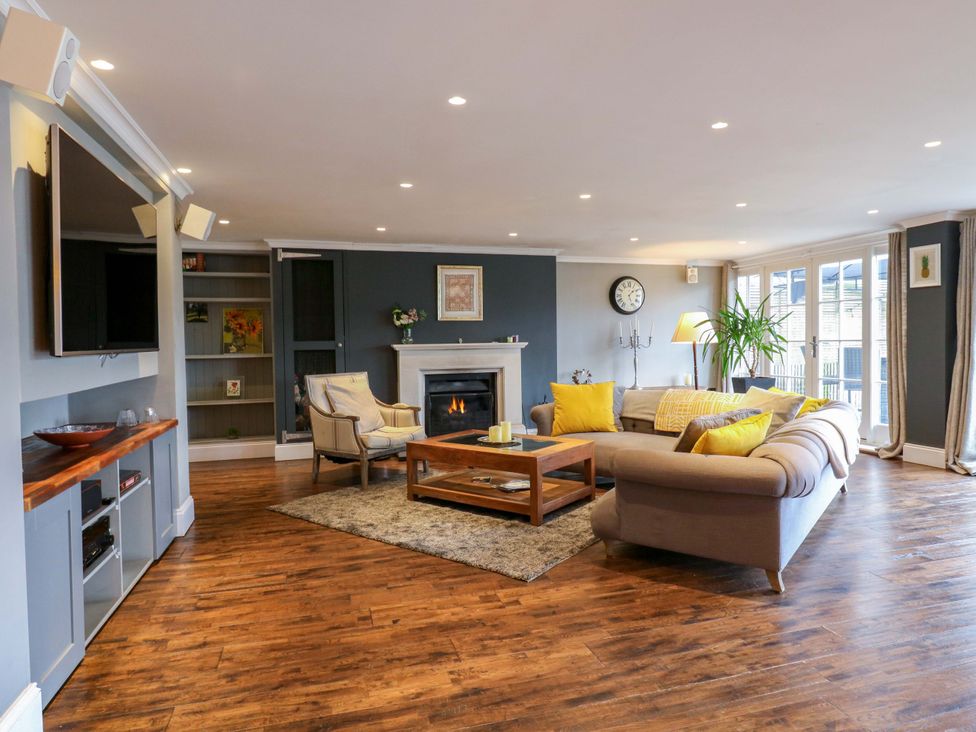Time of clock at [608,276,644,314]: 1:26
